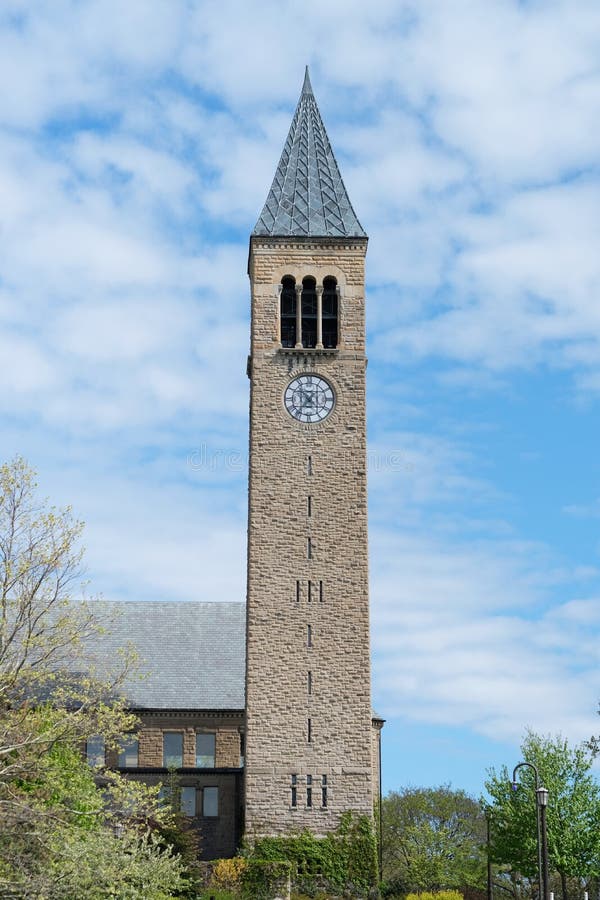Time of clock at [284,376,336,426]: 10:36
